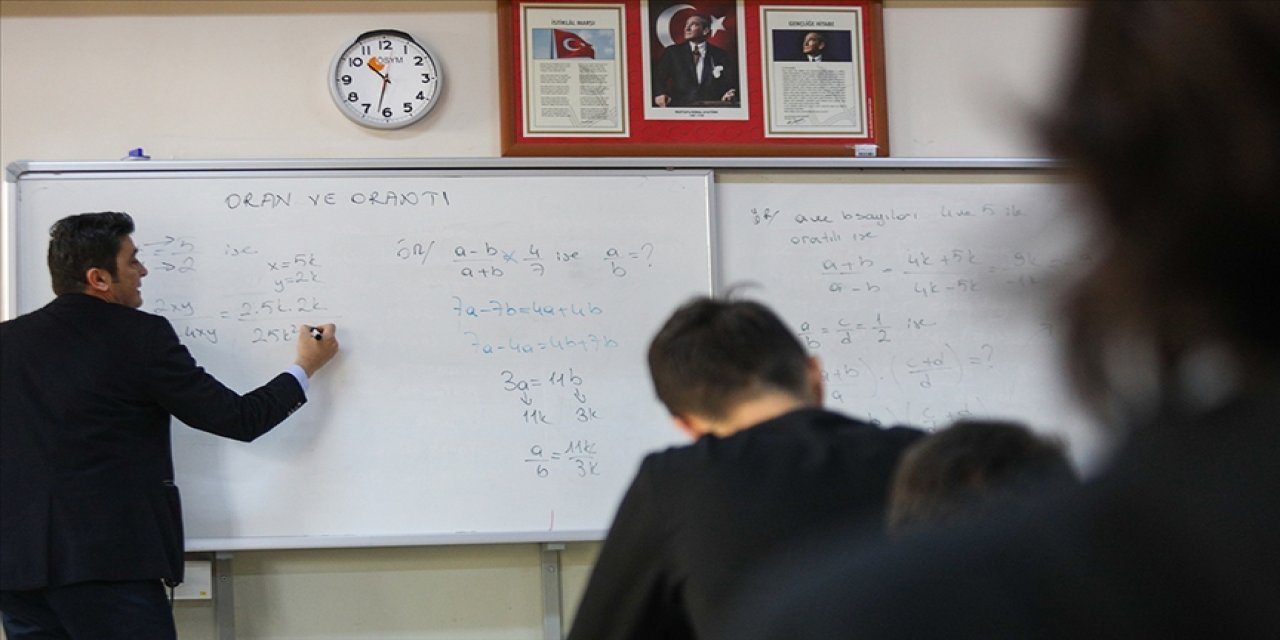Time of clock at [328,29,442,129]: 10:32
